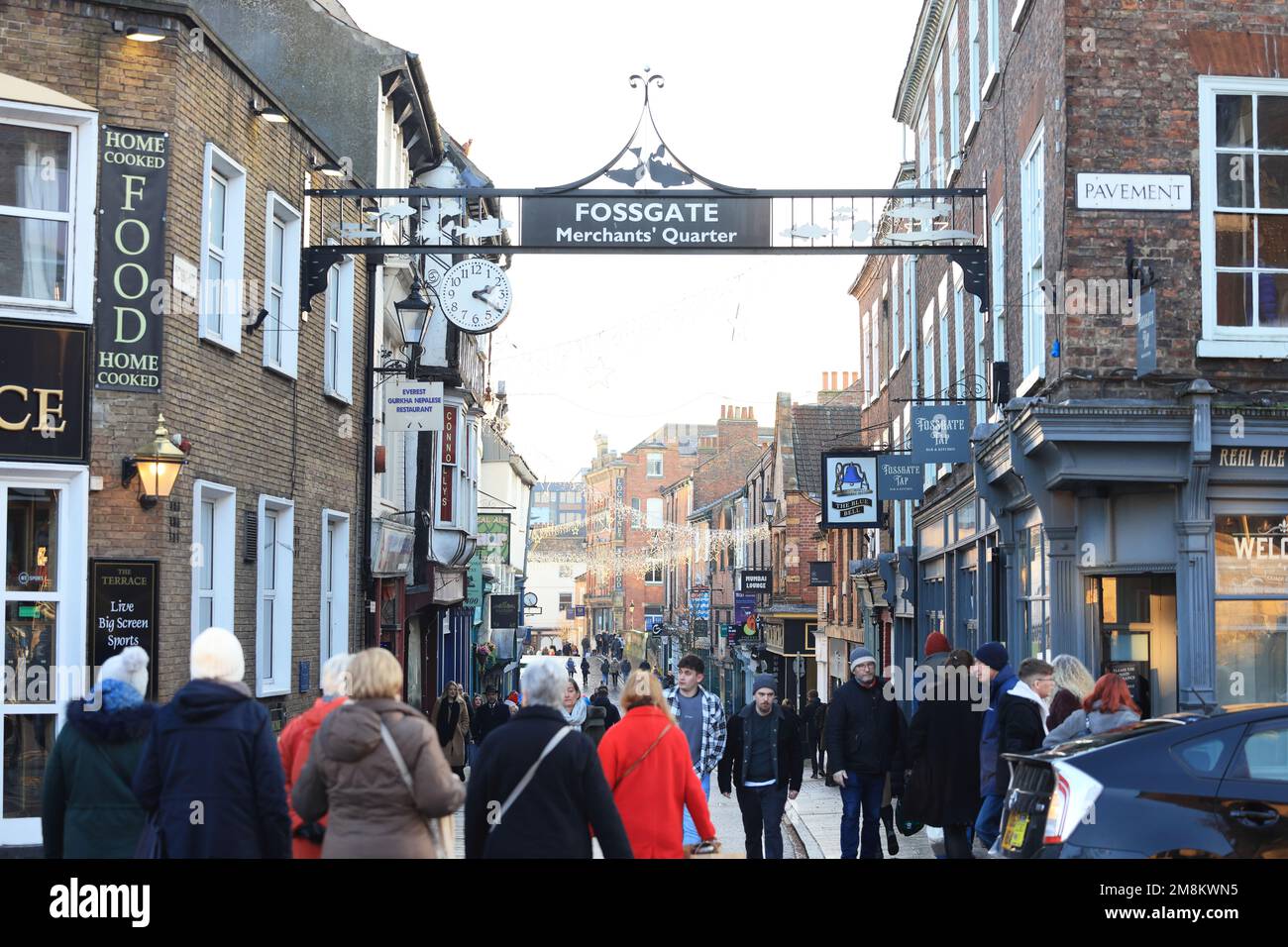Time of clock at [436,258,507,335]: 2:20
